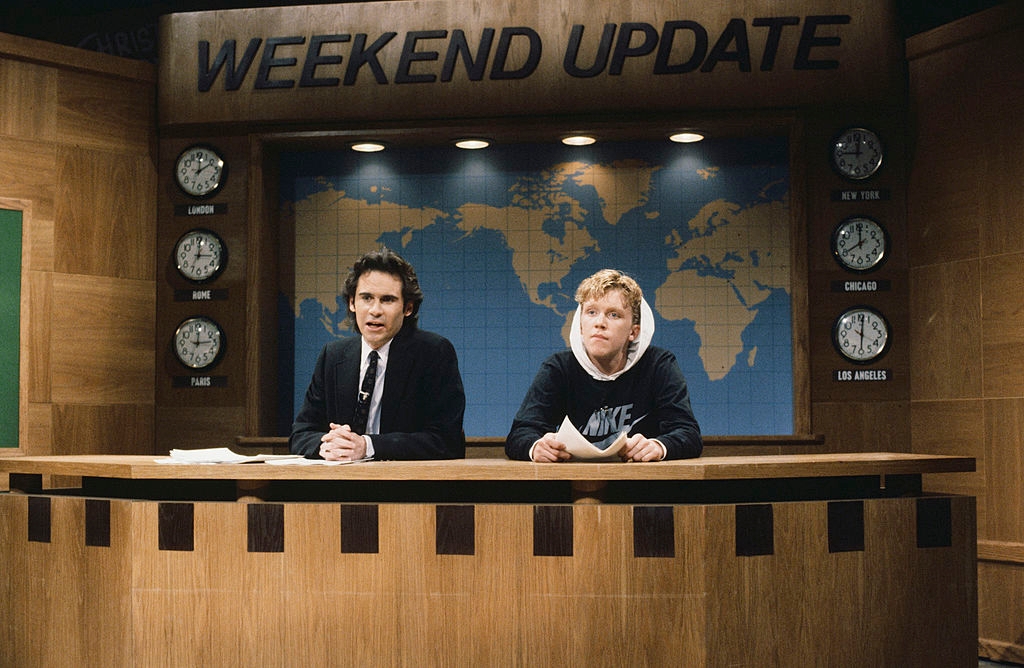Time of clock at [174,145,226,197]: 12:09
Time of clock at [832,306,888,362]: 6:01
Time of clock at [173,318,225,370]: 12:14
